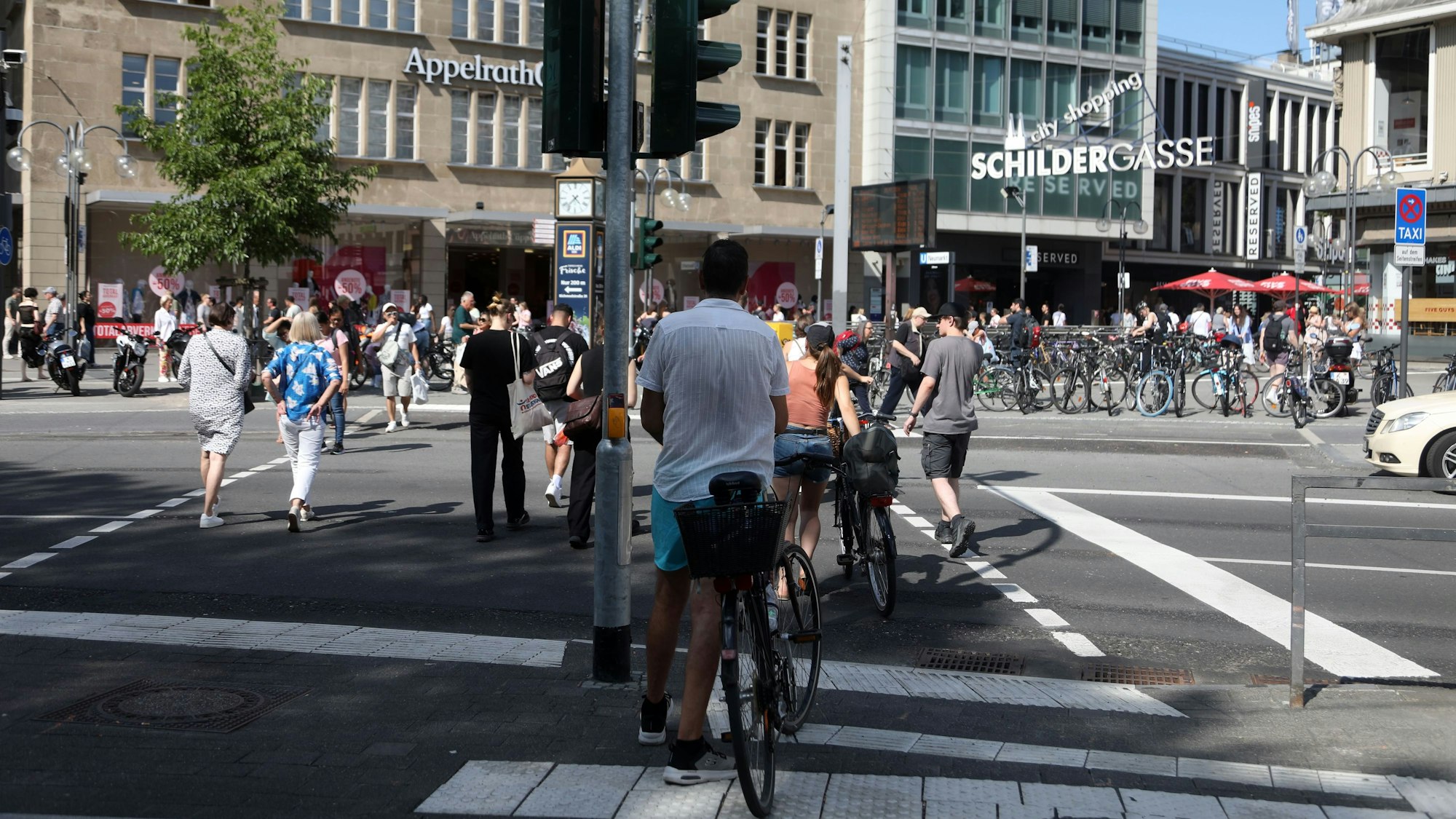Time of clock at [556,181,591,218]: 4:37
